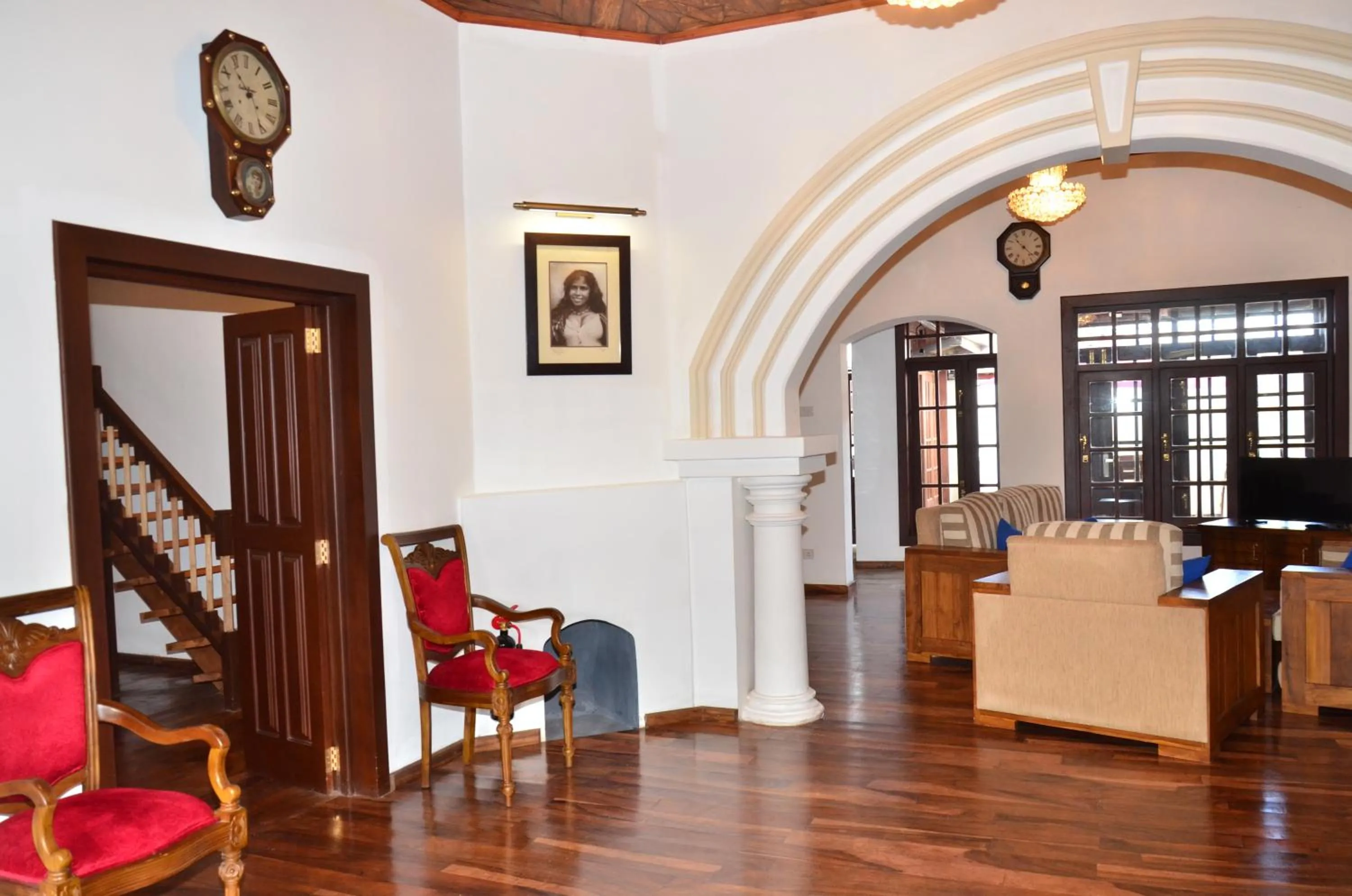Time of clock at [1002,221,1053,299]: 10:22
